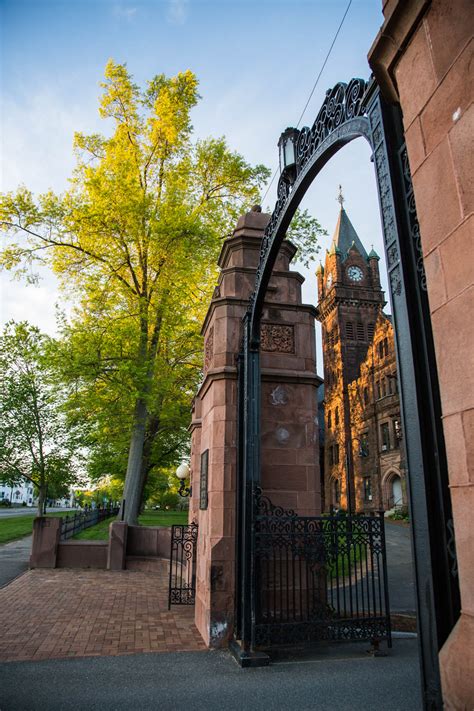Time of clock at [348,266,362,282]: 7:47
